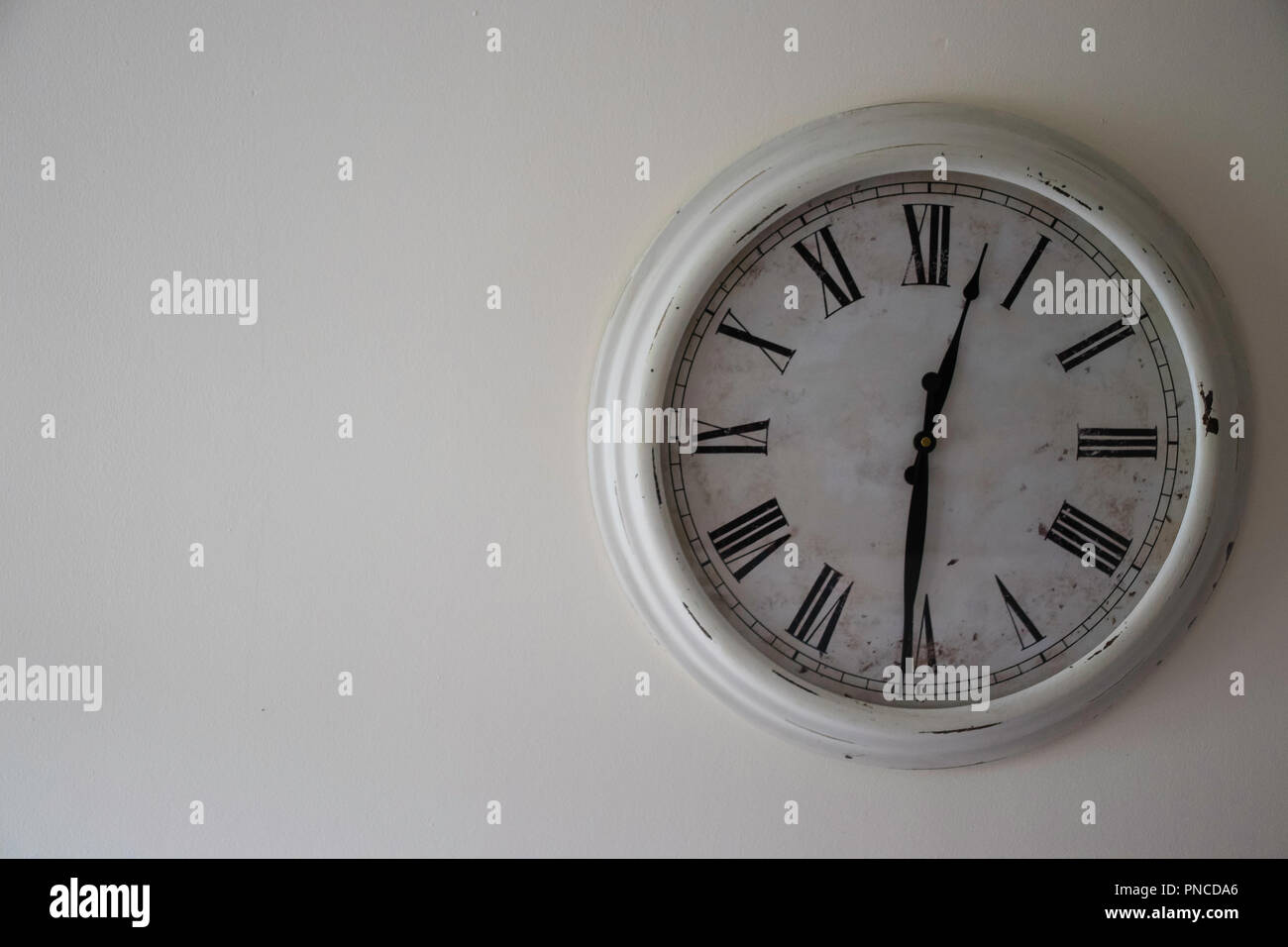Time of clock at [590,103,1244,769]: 12:30
